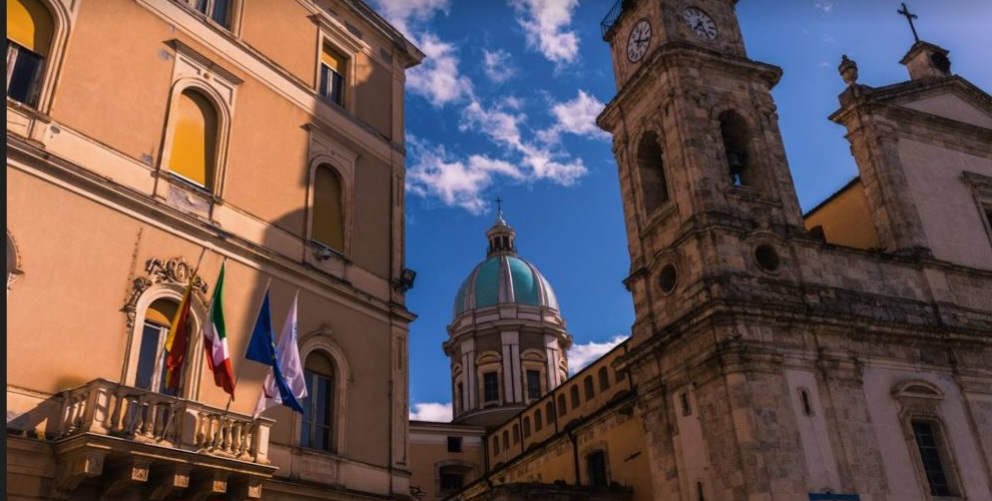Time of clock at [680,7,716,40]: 7:25
